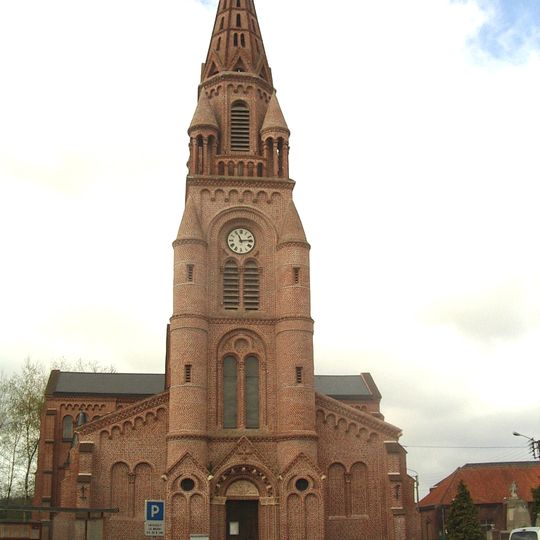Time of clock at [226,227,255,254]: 11:13
